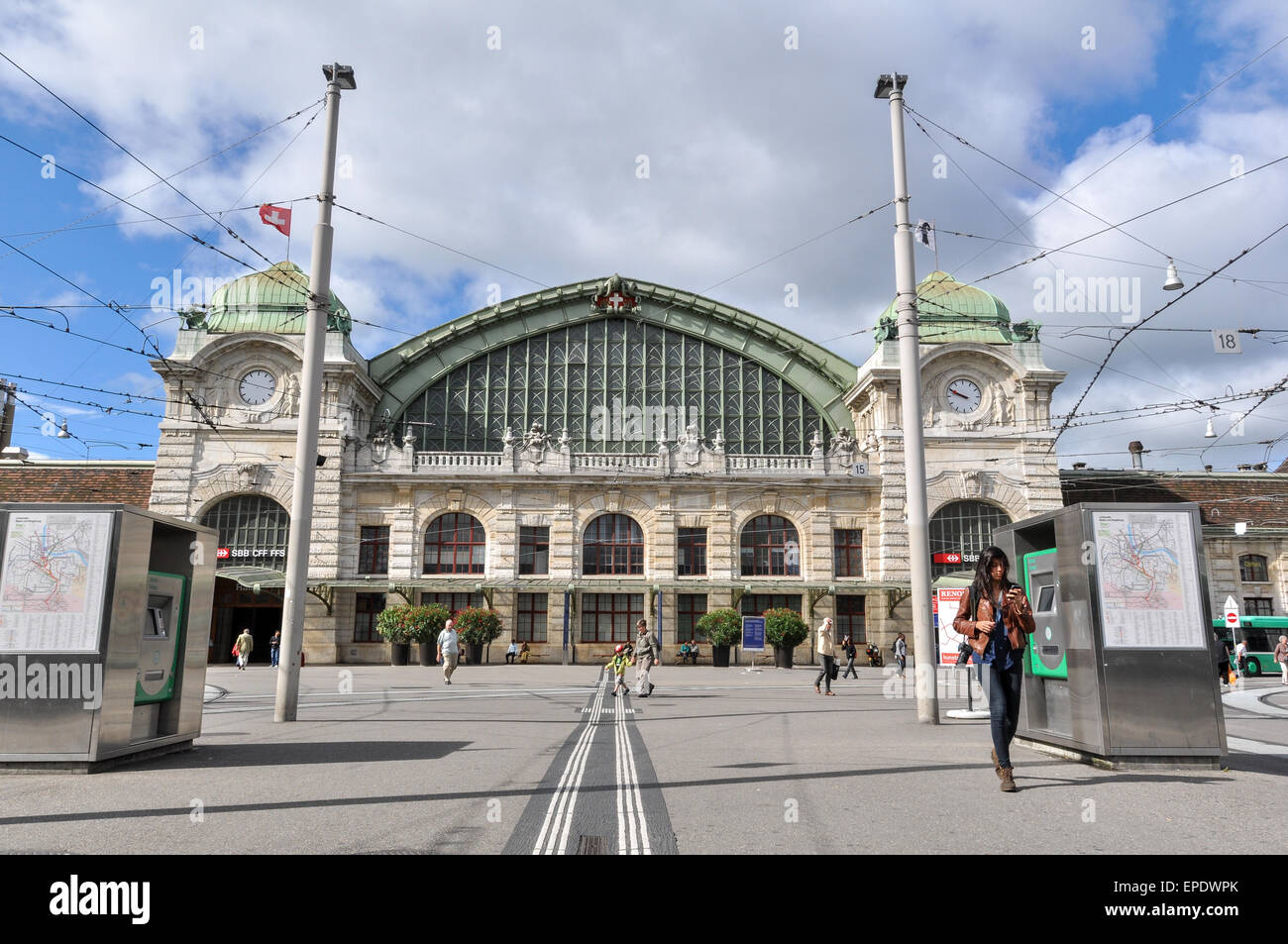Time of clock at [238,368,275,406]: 3:48
